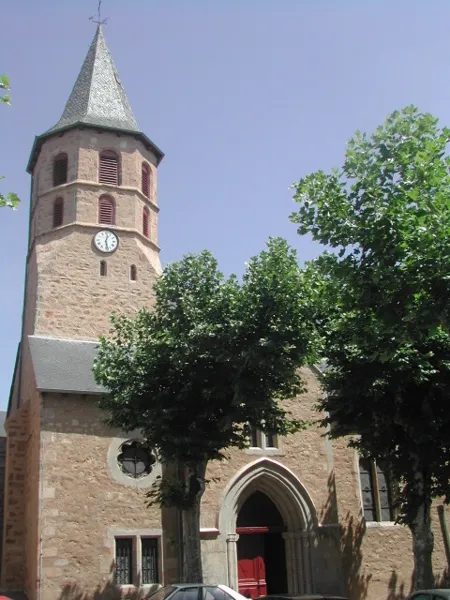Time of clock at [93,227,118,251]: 12:28
